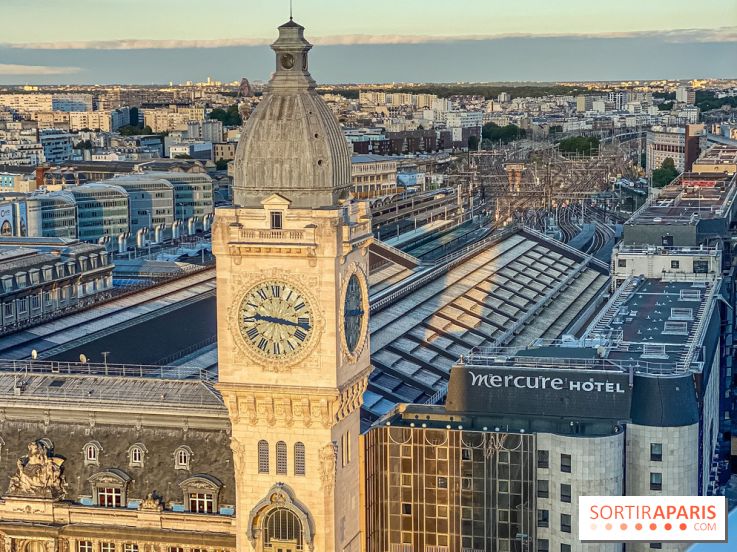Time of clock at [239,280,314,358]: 9:16
